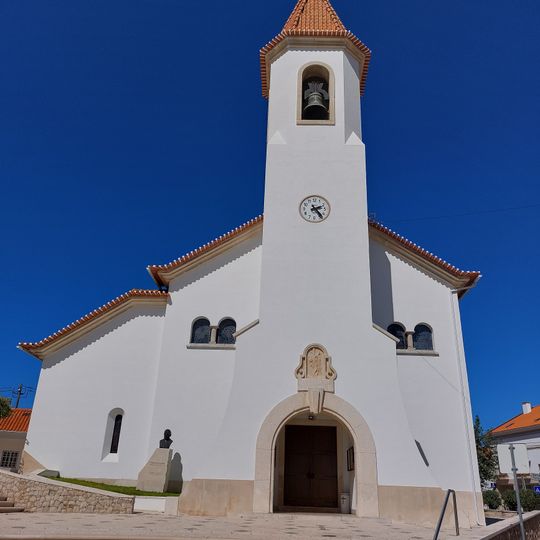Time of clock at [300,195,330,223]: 2:23
